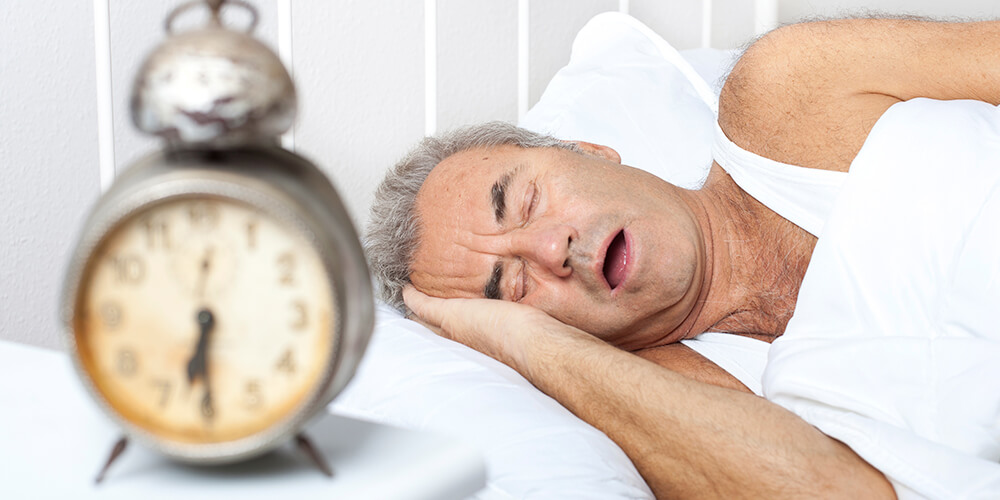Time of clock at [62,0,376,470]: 6:29
